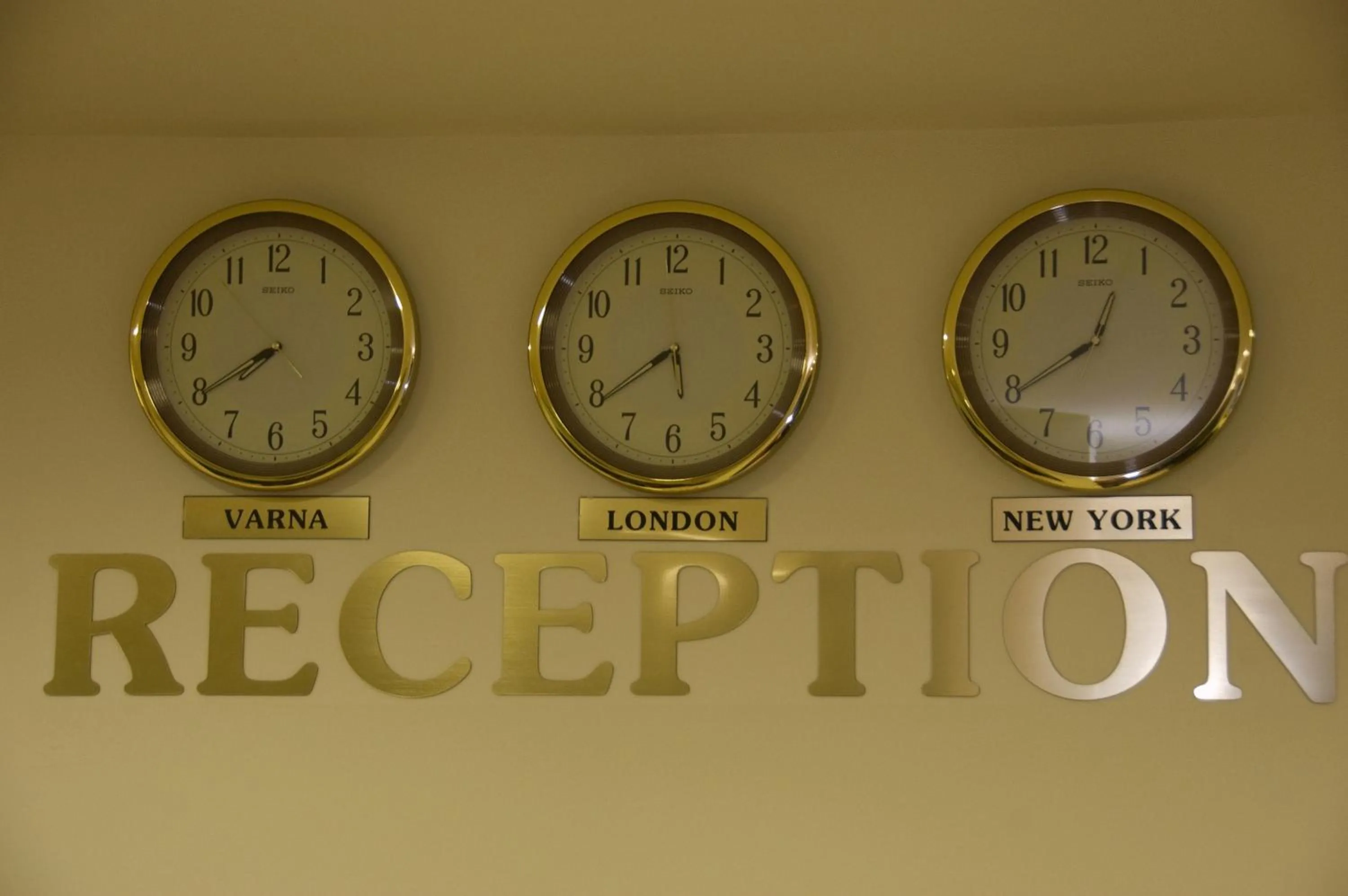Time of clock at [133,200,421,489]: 7:39
